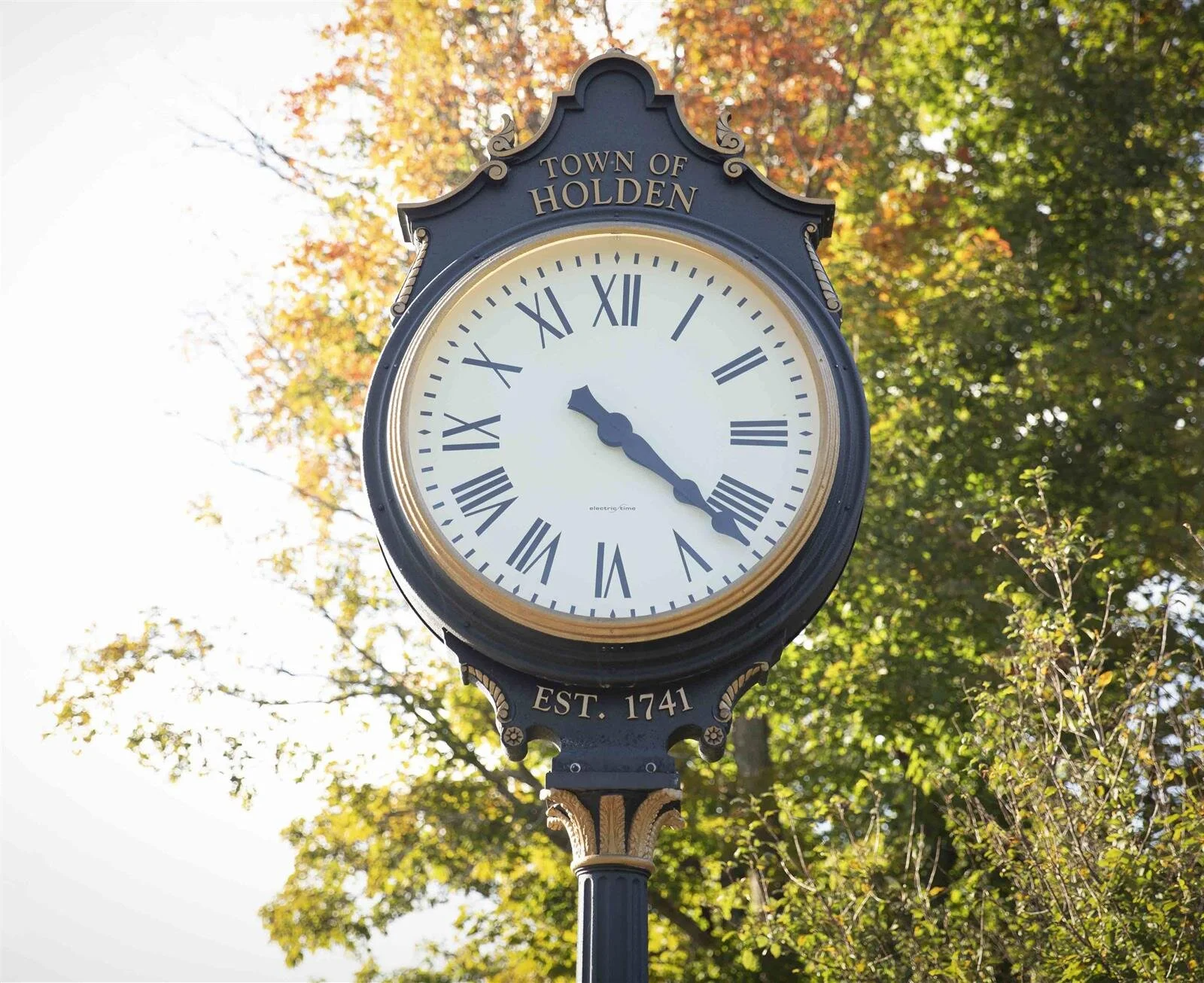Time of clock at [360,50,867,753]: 4:21
